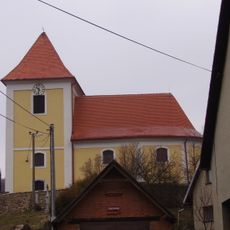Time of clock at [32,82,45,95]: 10:32
